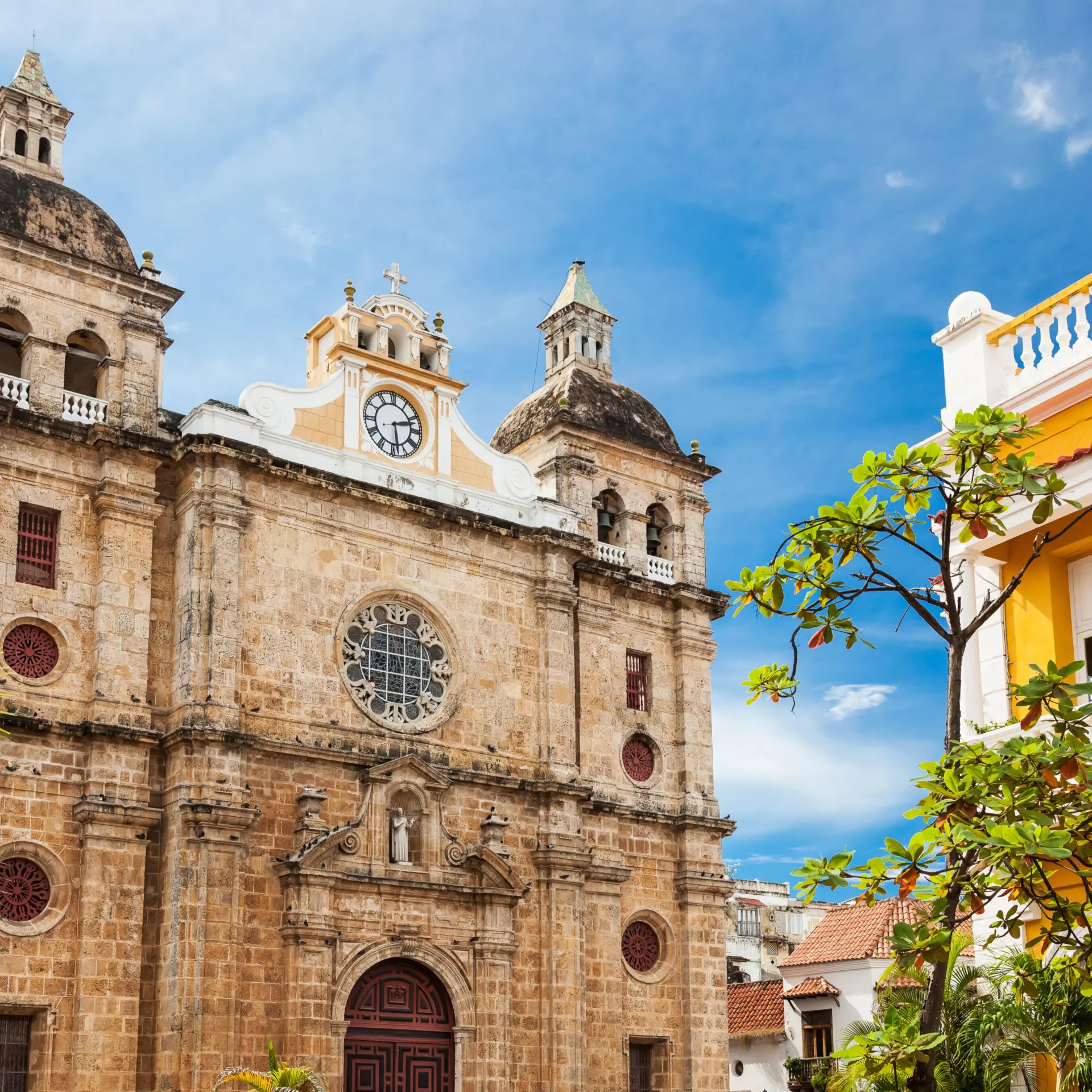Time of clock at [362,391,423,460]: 2:28
